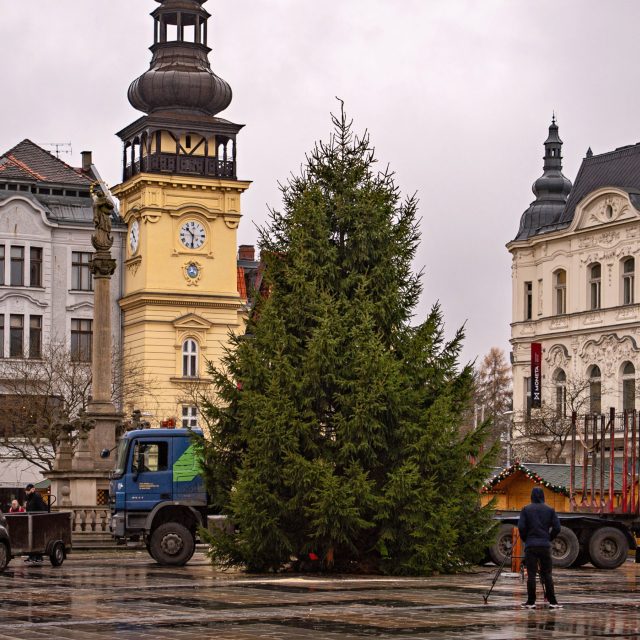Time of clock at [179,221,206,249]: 10:30
